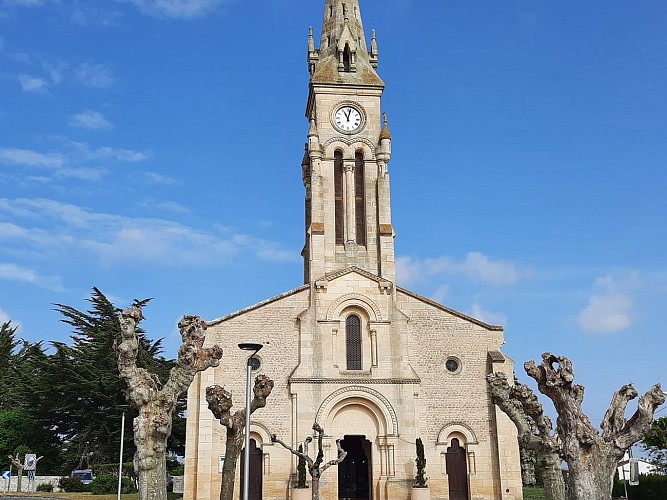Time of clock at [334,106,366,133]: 11:02
